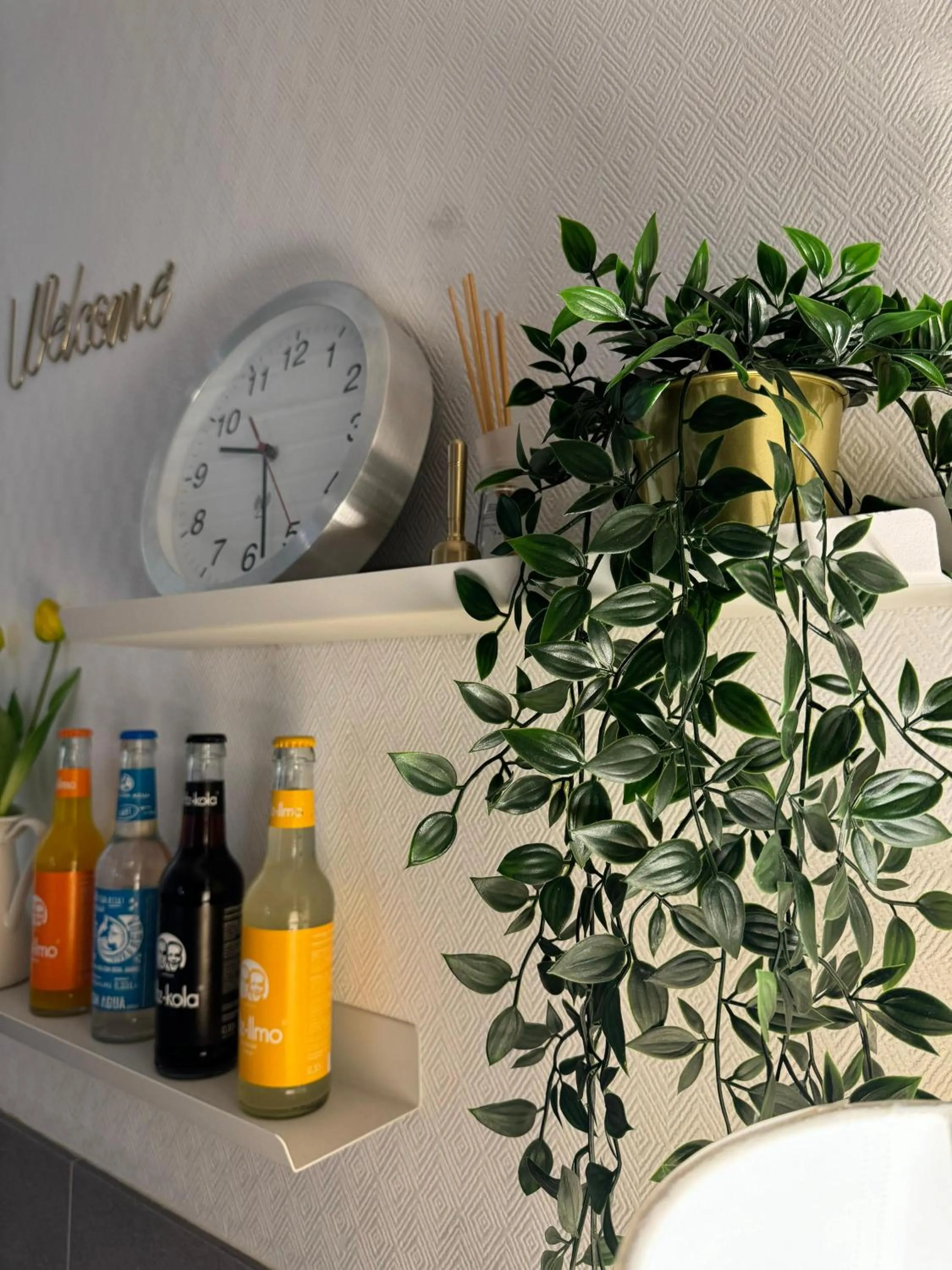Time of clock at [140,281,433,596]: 9:28
